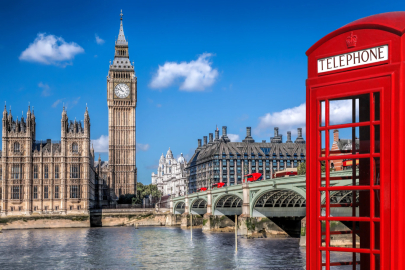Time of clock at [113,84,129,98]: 10:48
